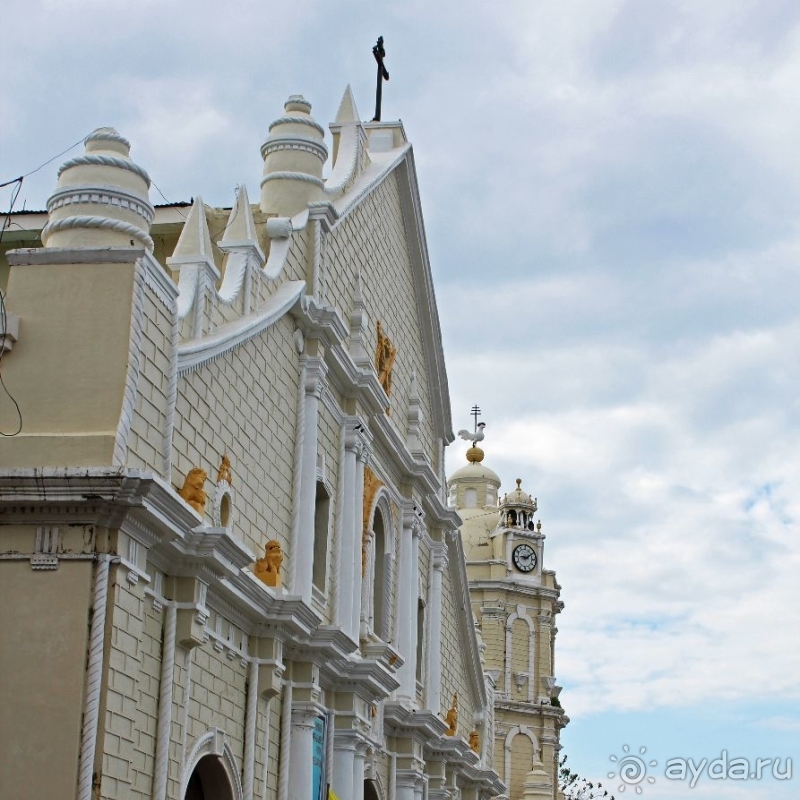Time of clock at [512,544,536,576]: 9:09
